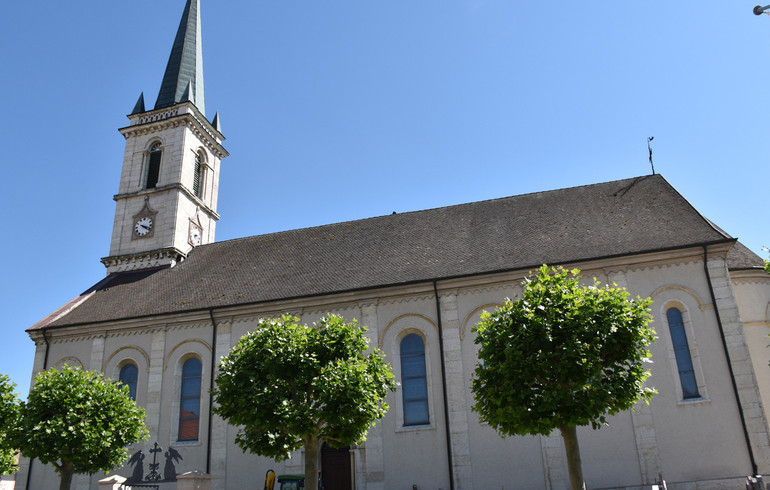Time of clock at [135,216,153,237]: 4:18
